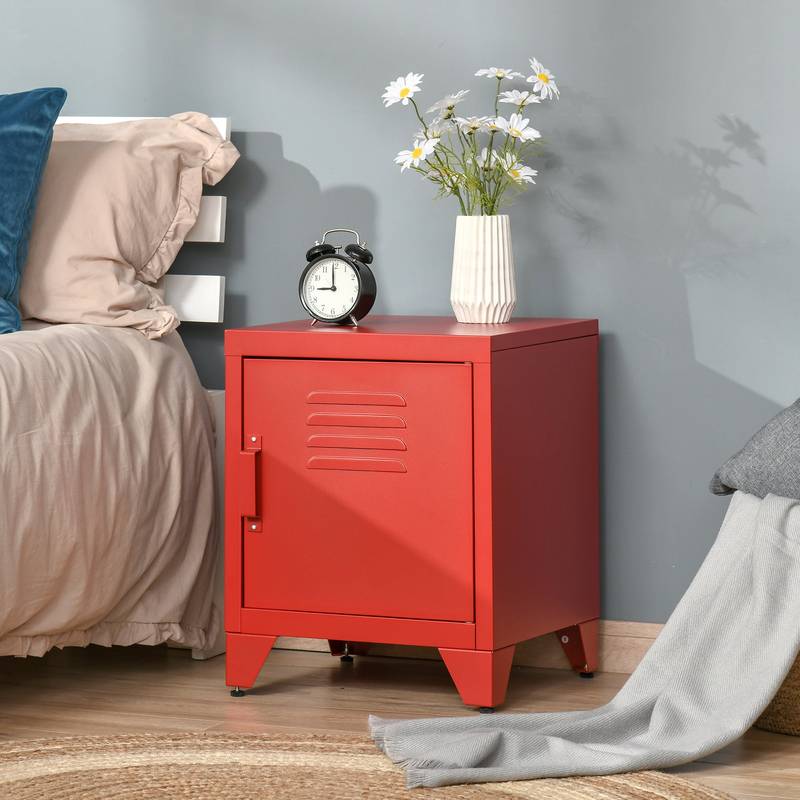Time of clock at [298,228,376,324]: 8:59
